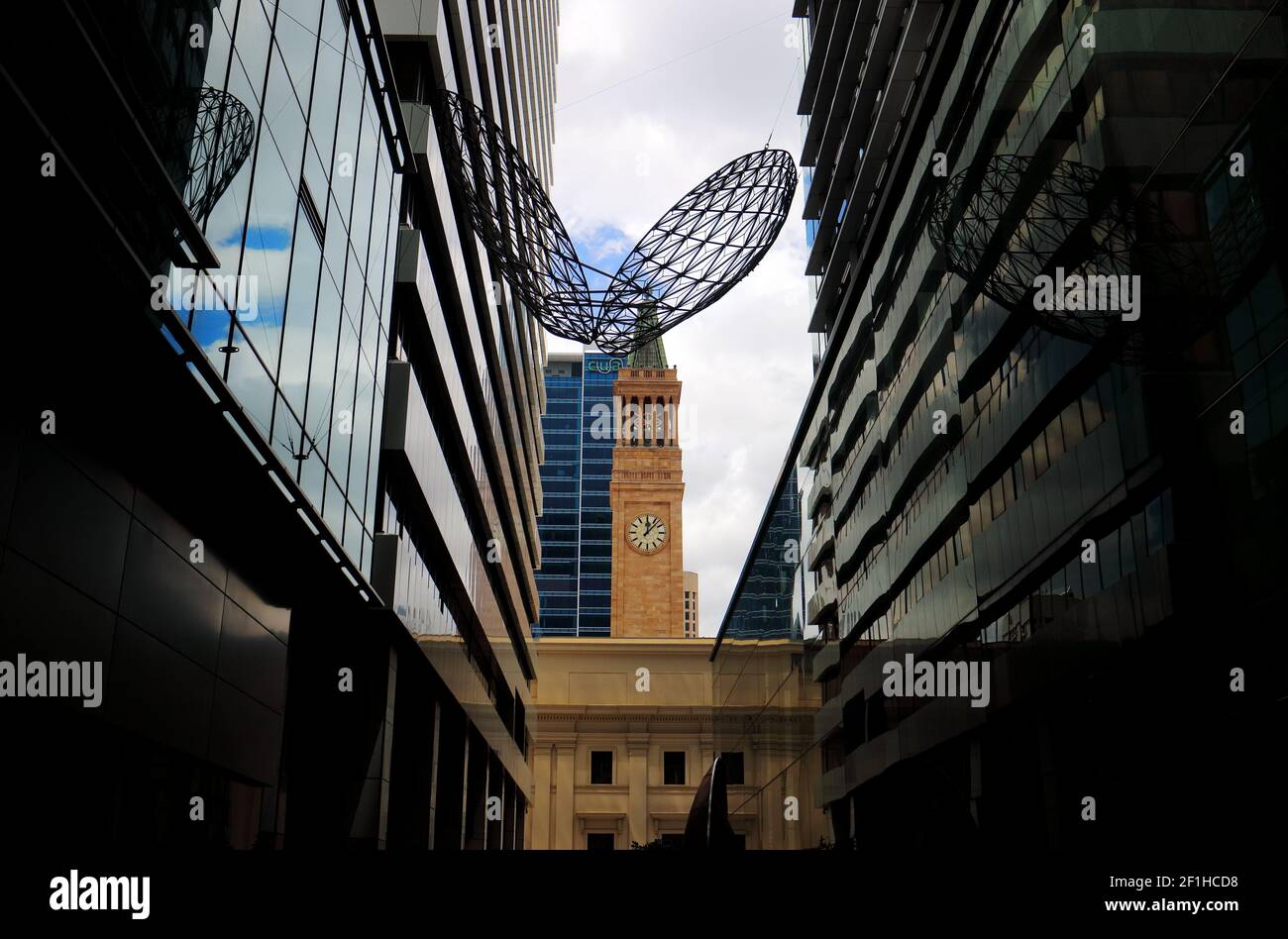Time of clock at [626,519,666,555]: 12:07
